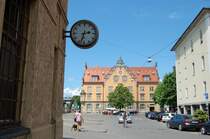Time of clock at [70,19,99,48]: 2:33
